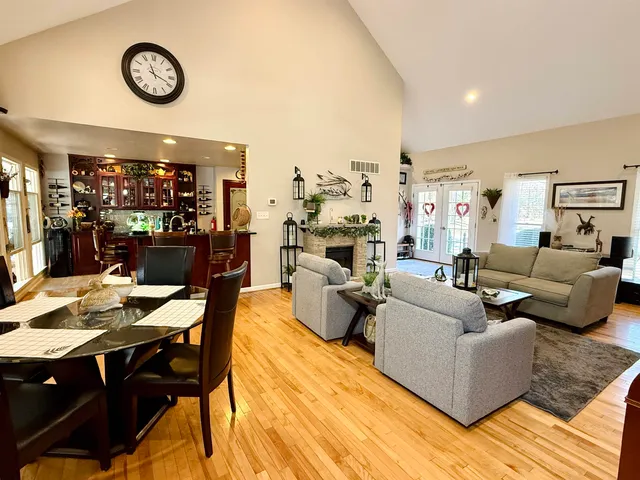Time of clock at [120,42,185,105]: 11:18
